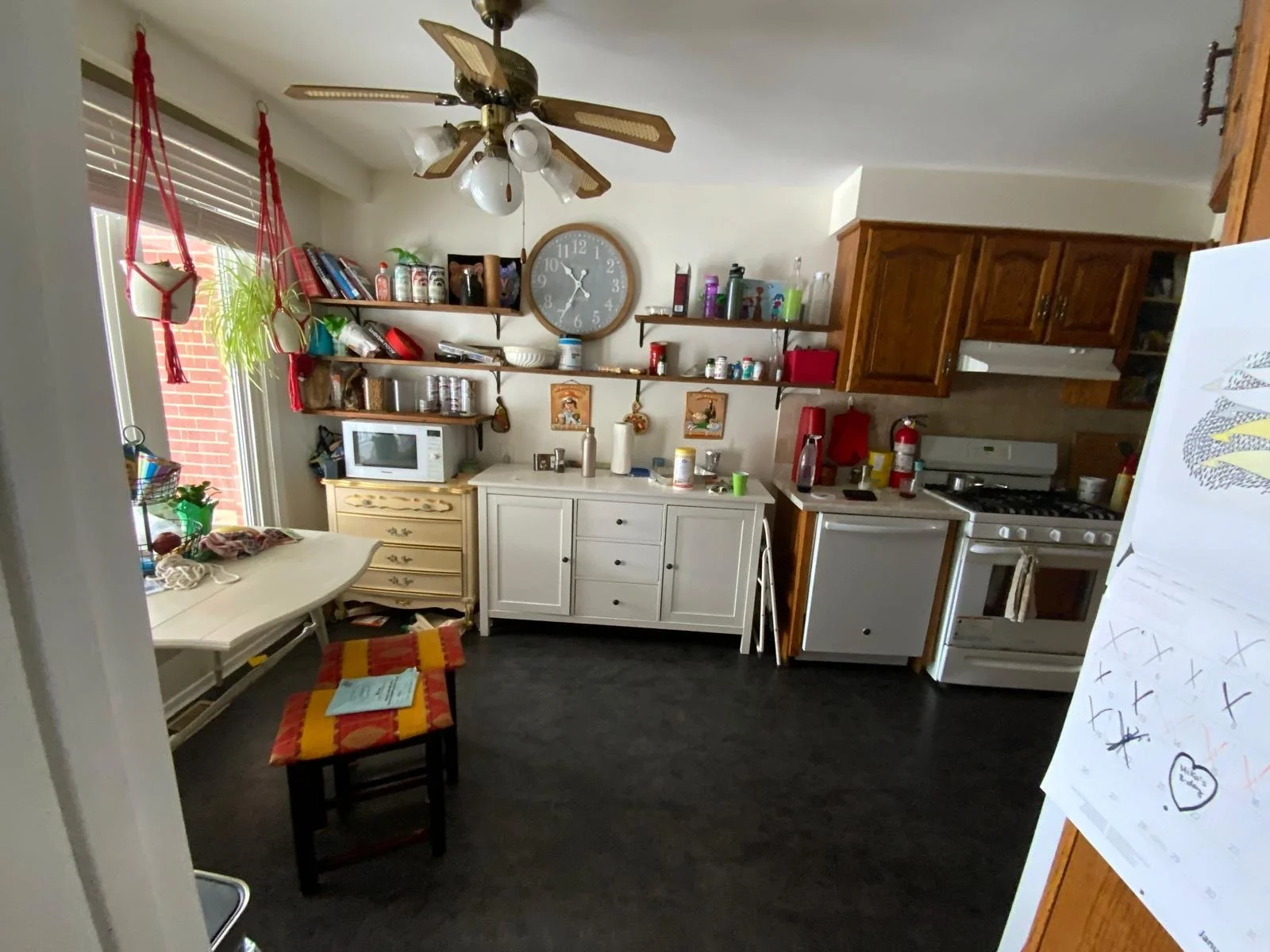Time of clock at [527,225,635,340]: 10:34
